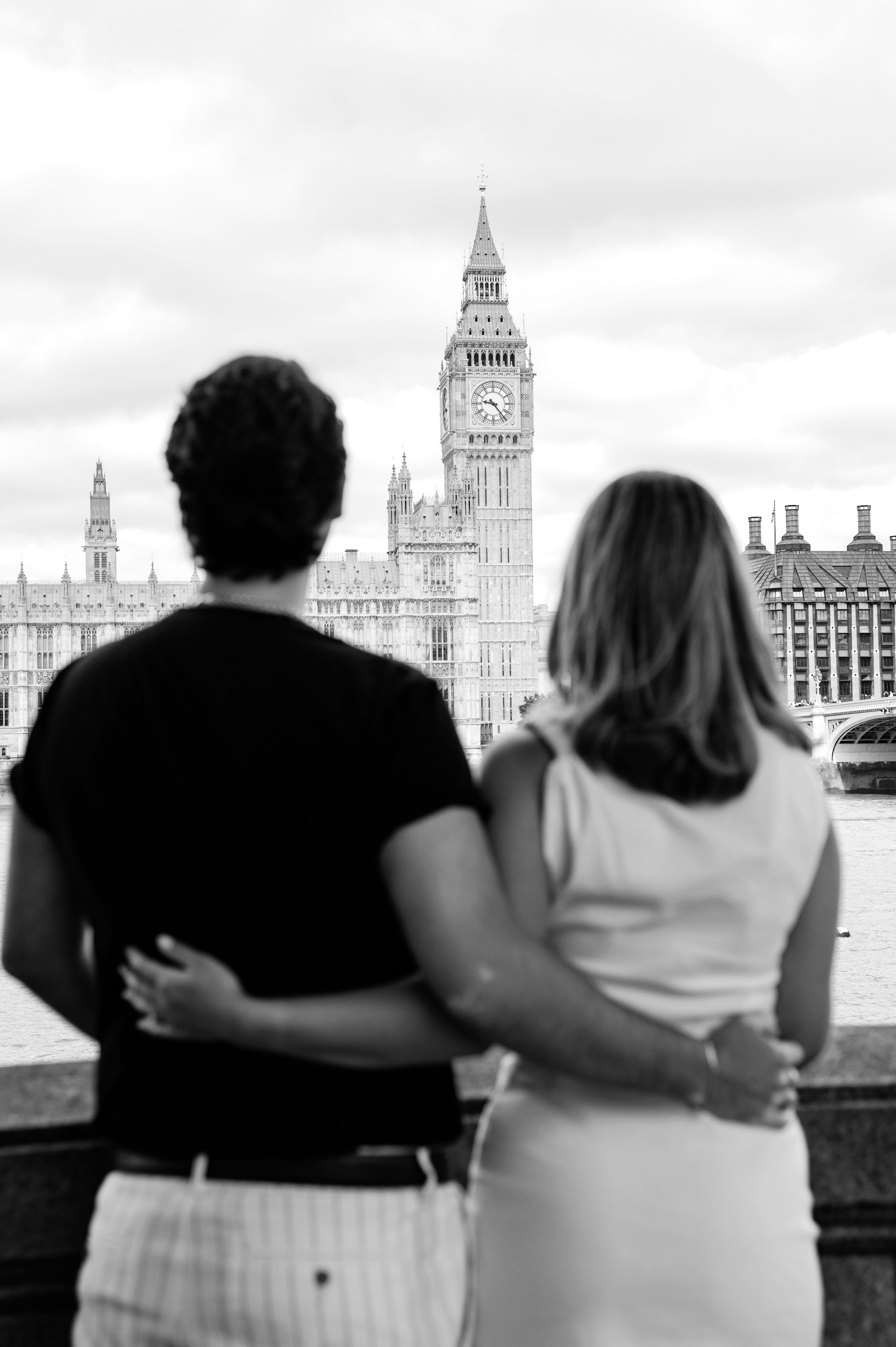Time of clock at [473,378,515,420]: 9:23
